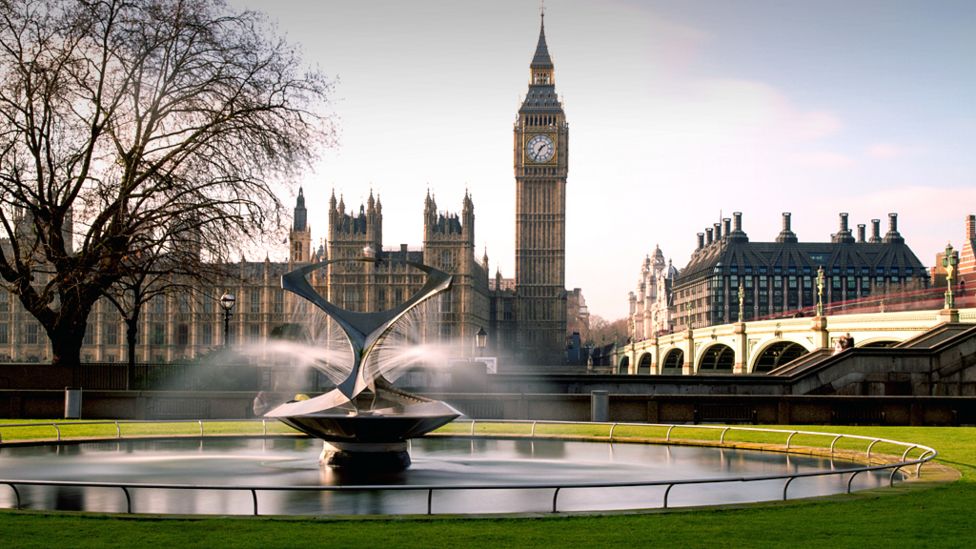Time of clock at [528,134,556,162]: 1:34
